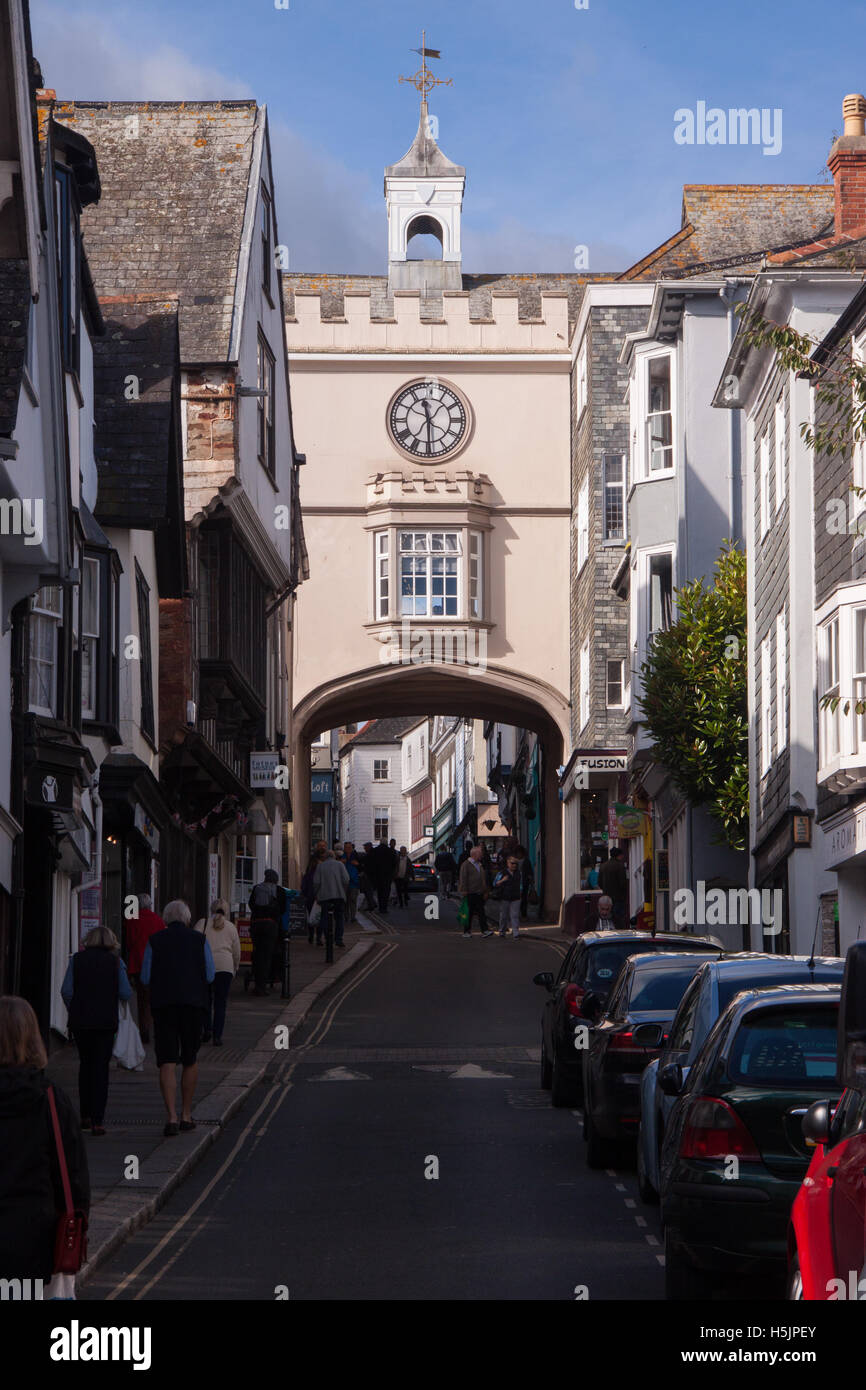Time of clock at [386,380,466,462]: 11:29
